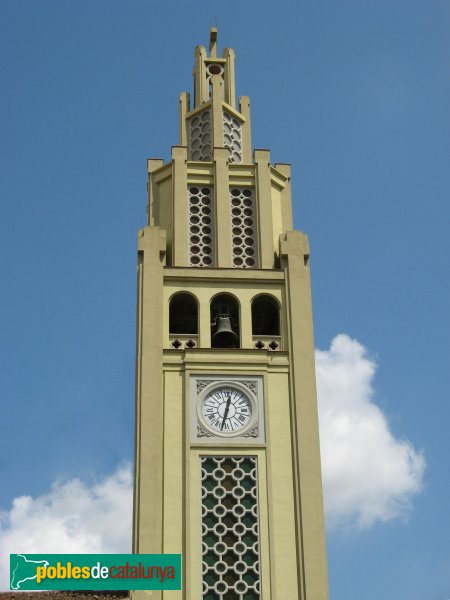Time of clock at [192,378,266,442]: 12:32
